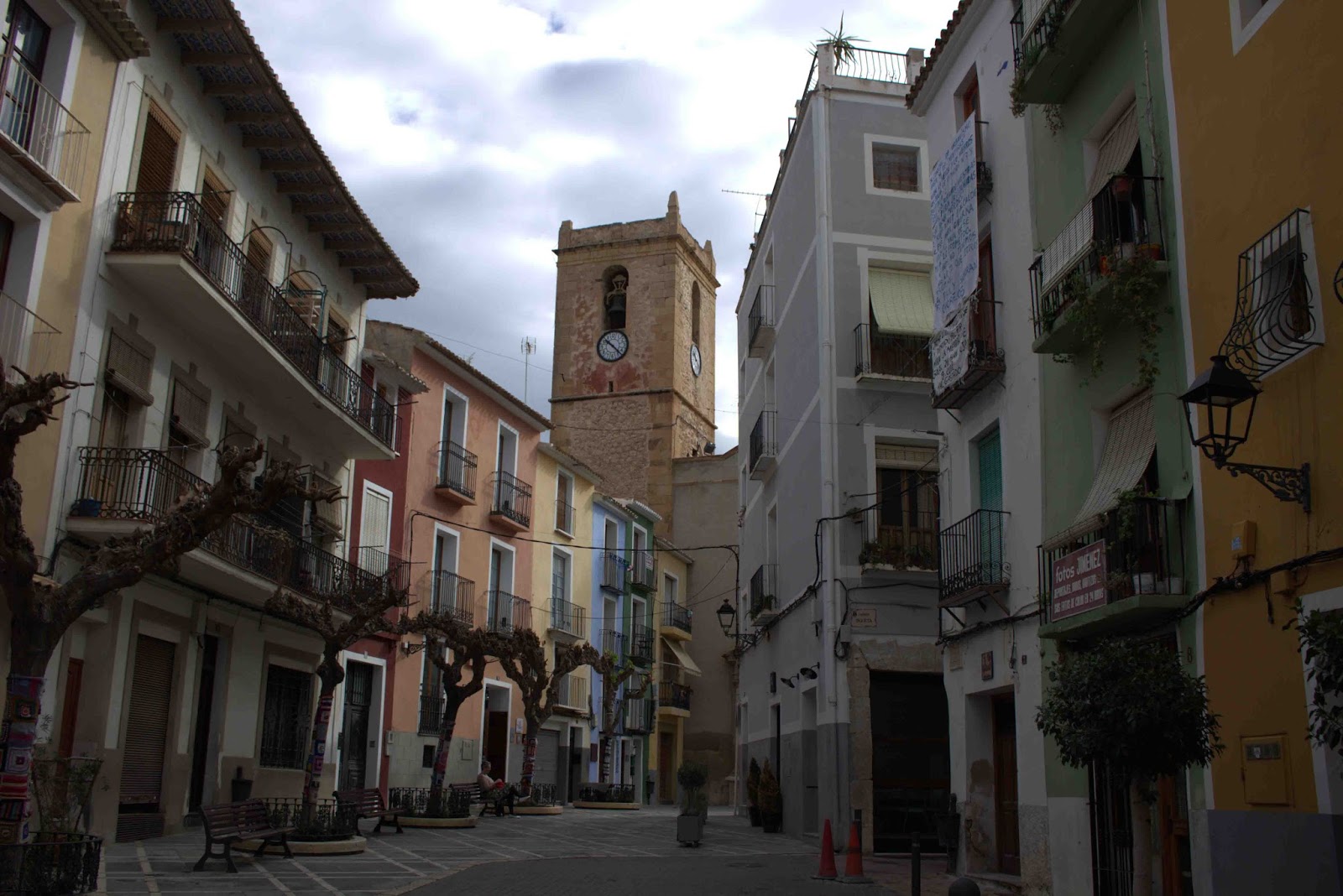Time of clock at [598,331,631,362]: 10:22
